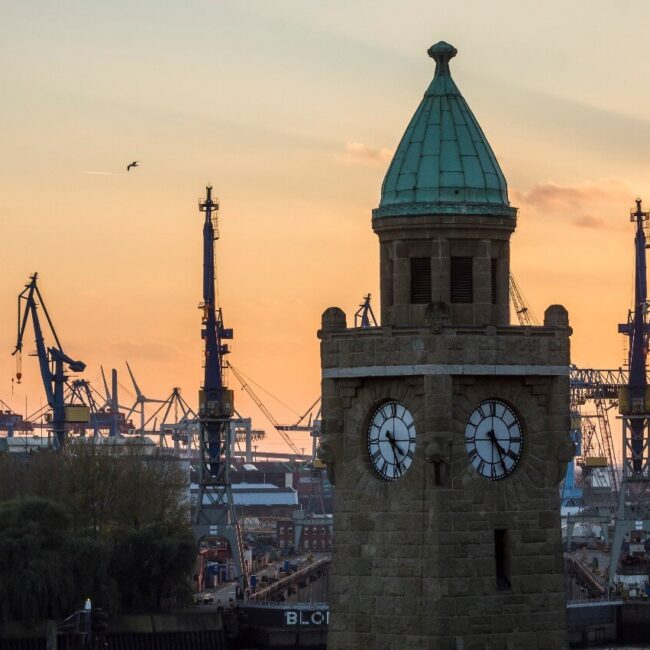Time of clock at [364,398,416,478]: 4:26
